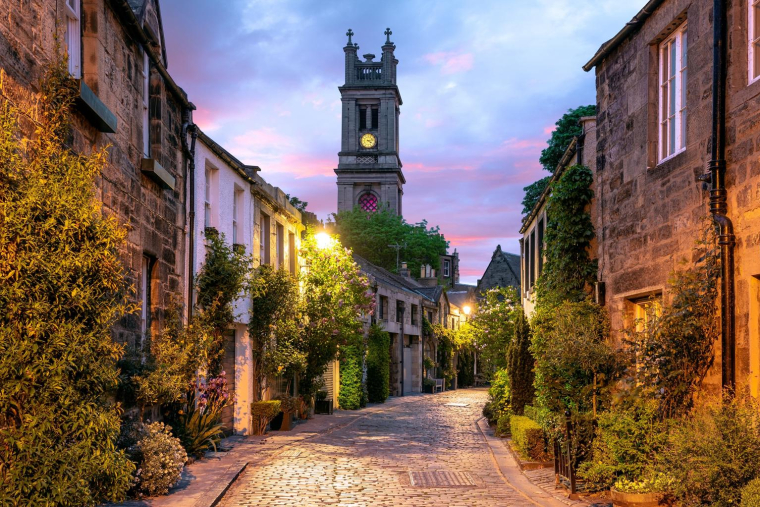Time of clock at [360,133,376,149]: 4:12
